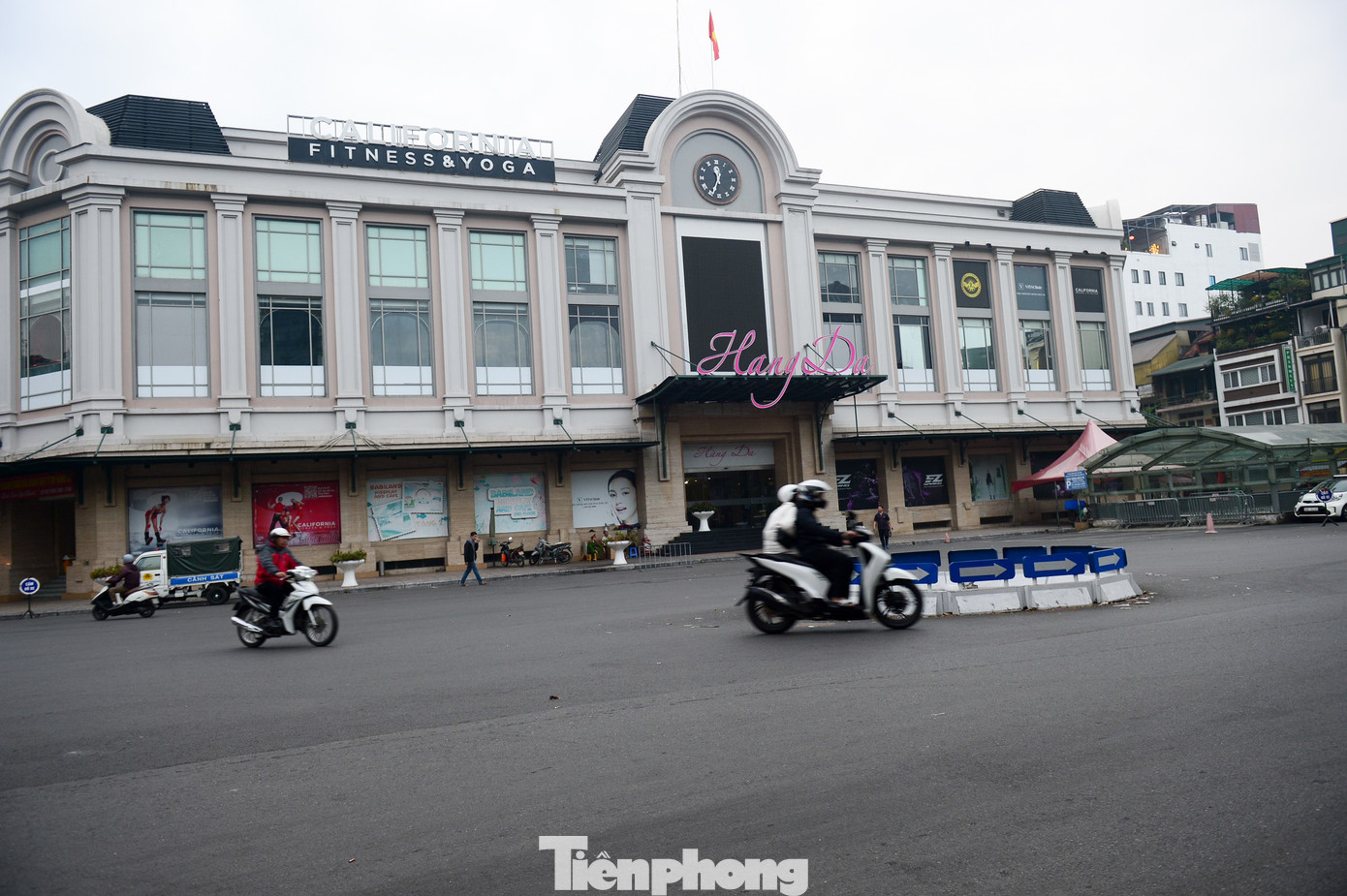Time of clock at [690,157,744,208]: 11:34
